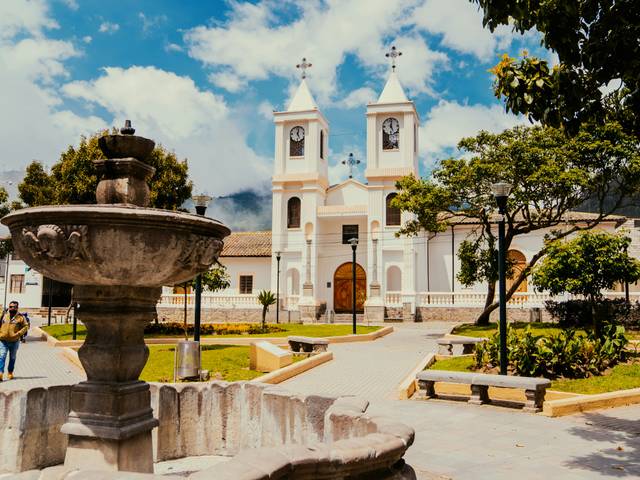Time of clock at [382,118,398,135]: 5:01
